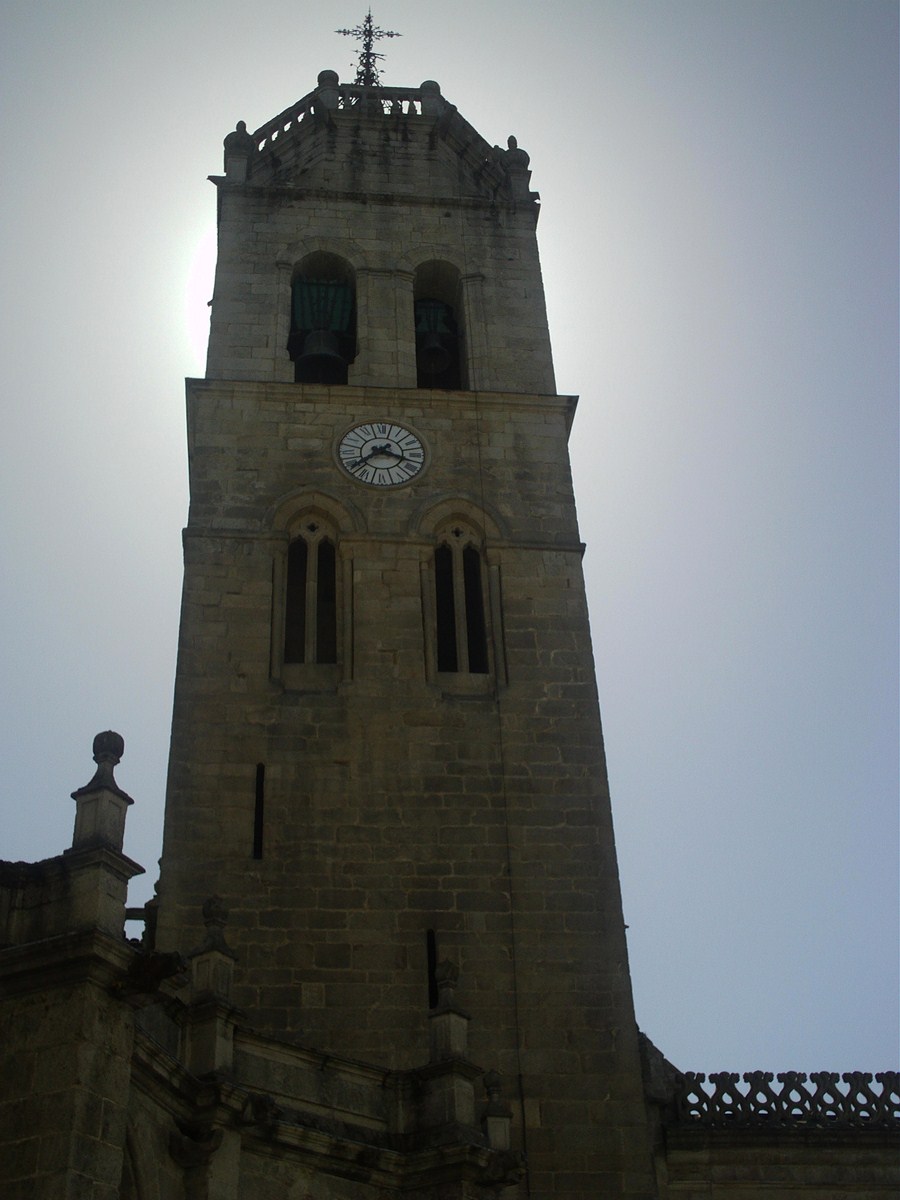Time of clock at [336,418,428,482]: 3:38
